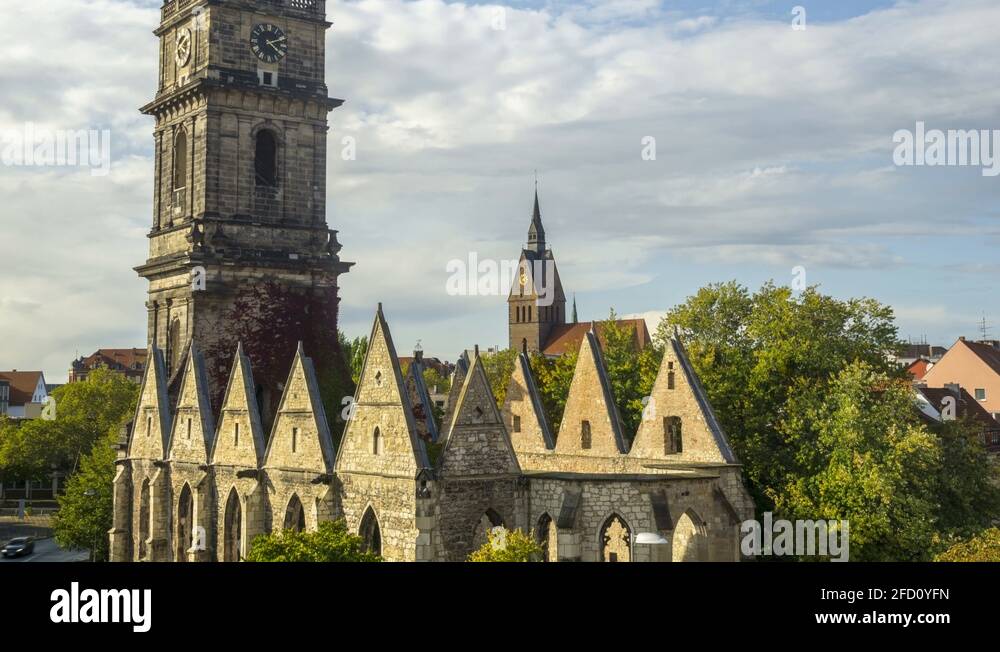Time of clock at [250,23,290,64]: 2:21
